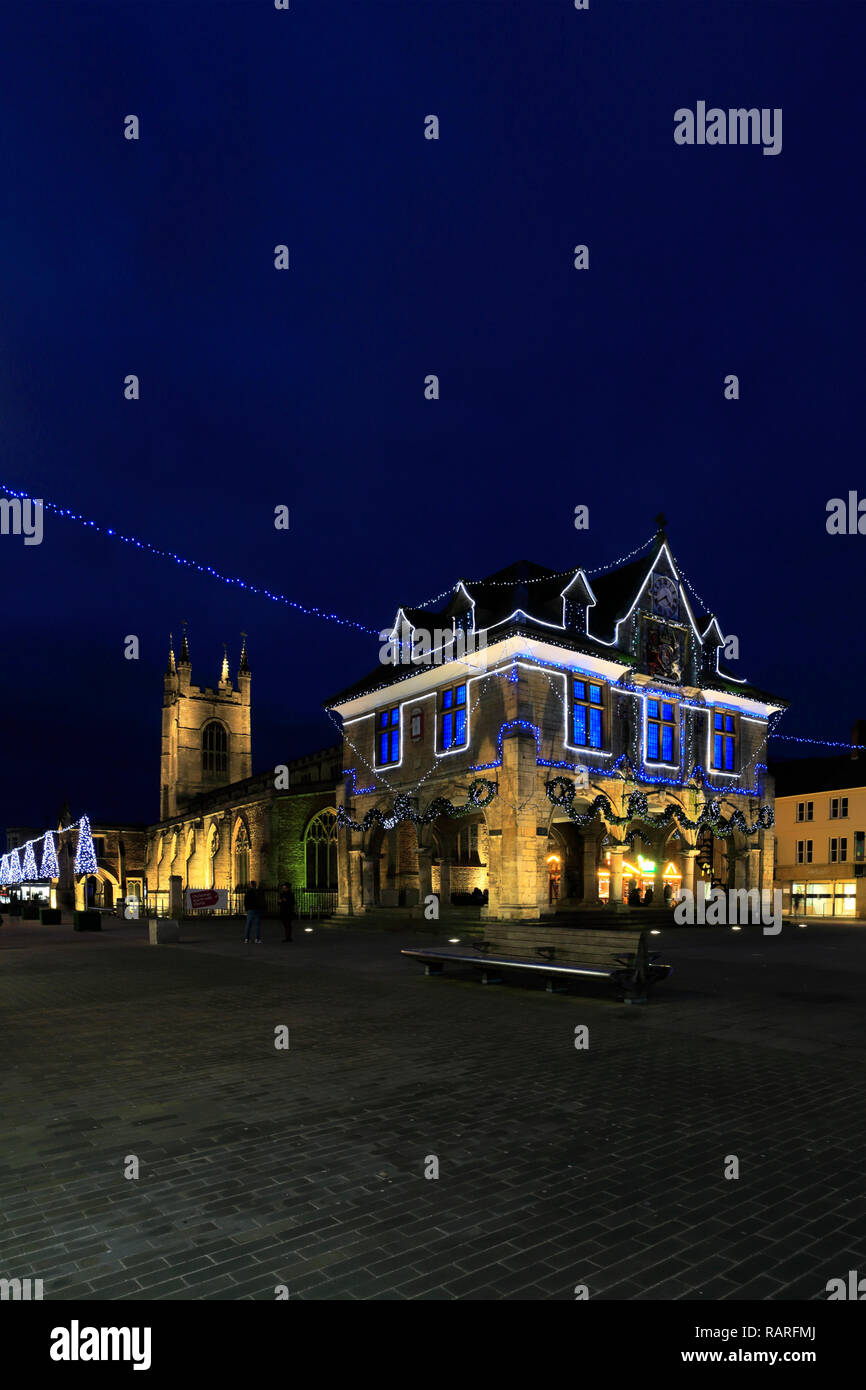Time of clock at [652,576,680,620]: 4:40
